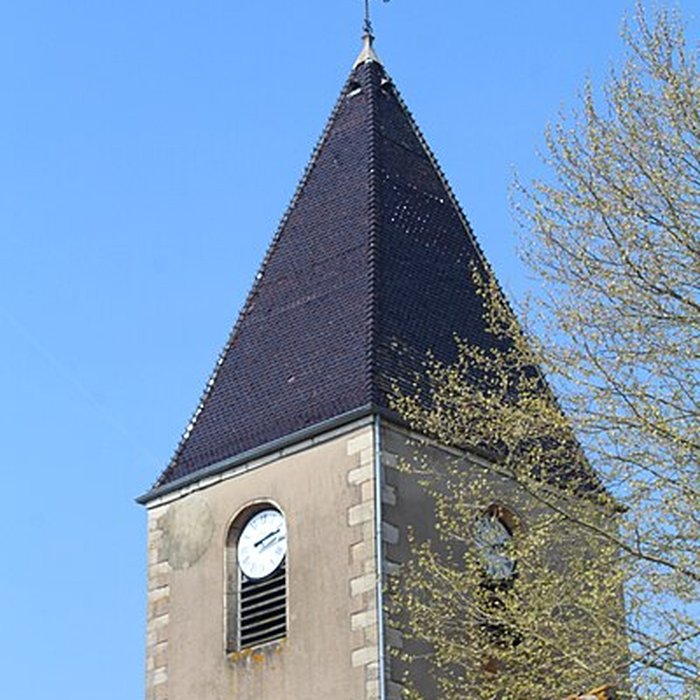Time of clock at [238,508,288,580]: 2:12
